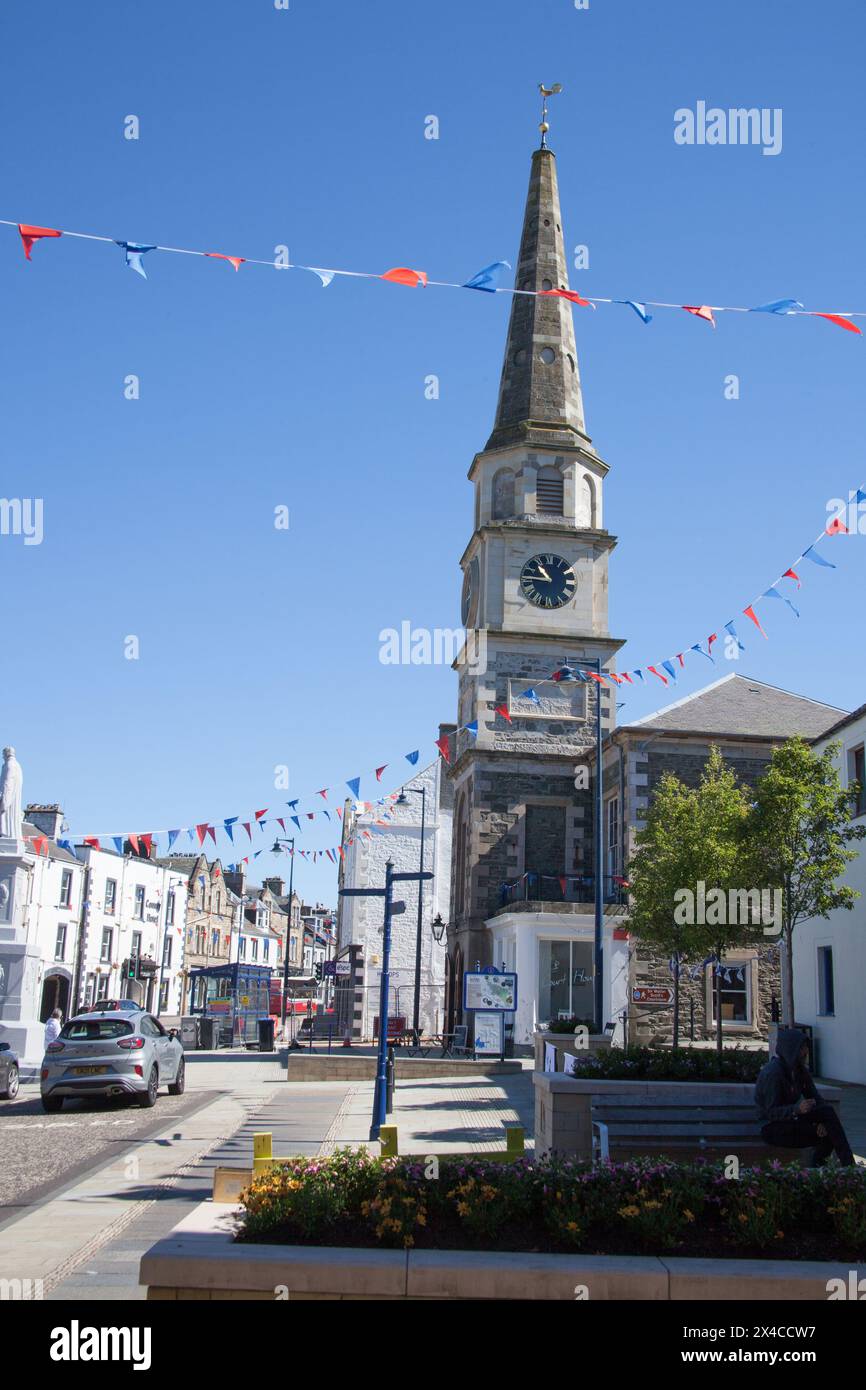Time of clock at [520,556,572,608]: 10:45
